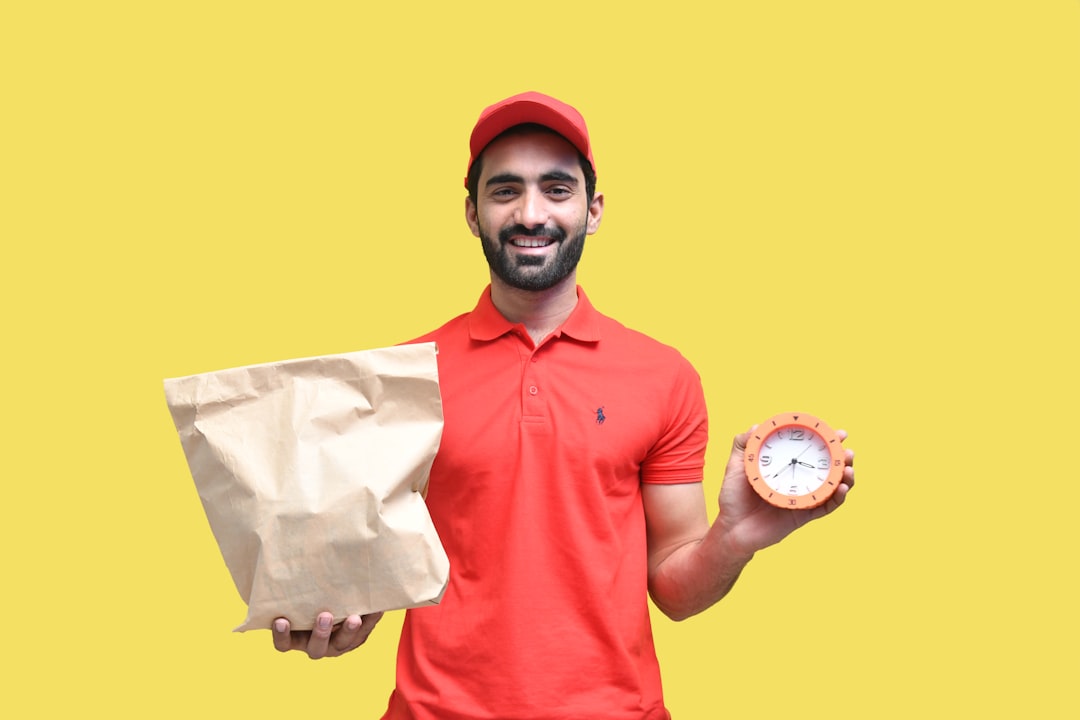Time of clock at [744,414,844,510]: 3:38
